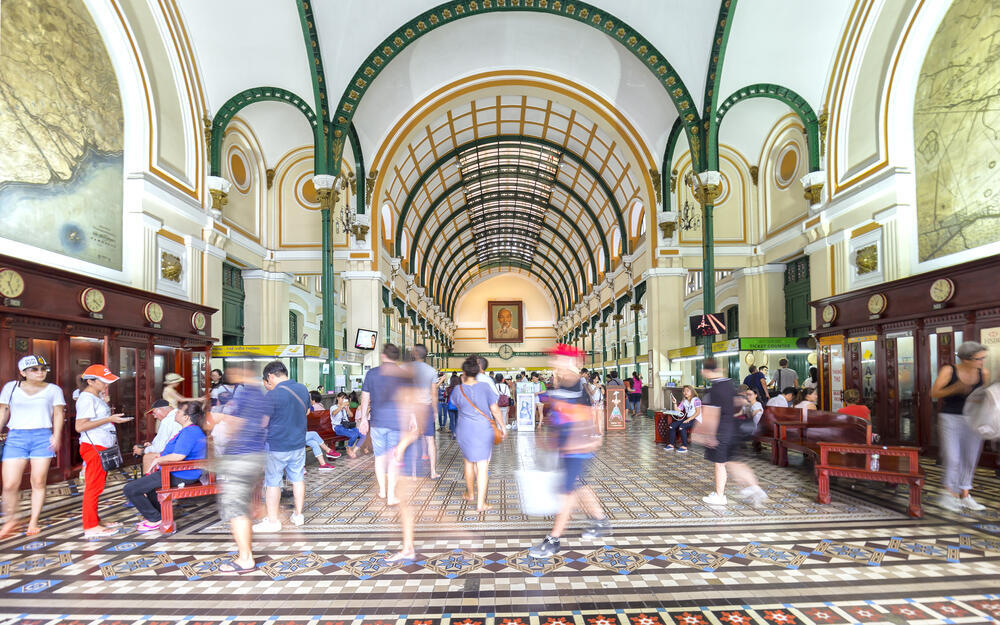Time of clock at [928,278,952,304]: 11:49
